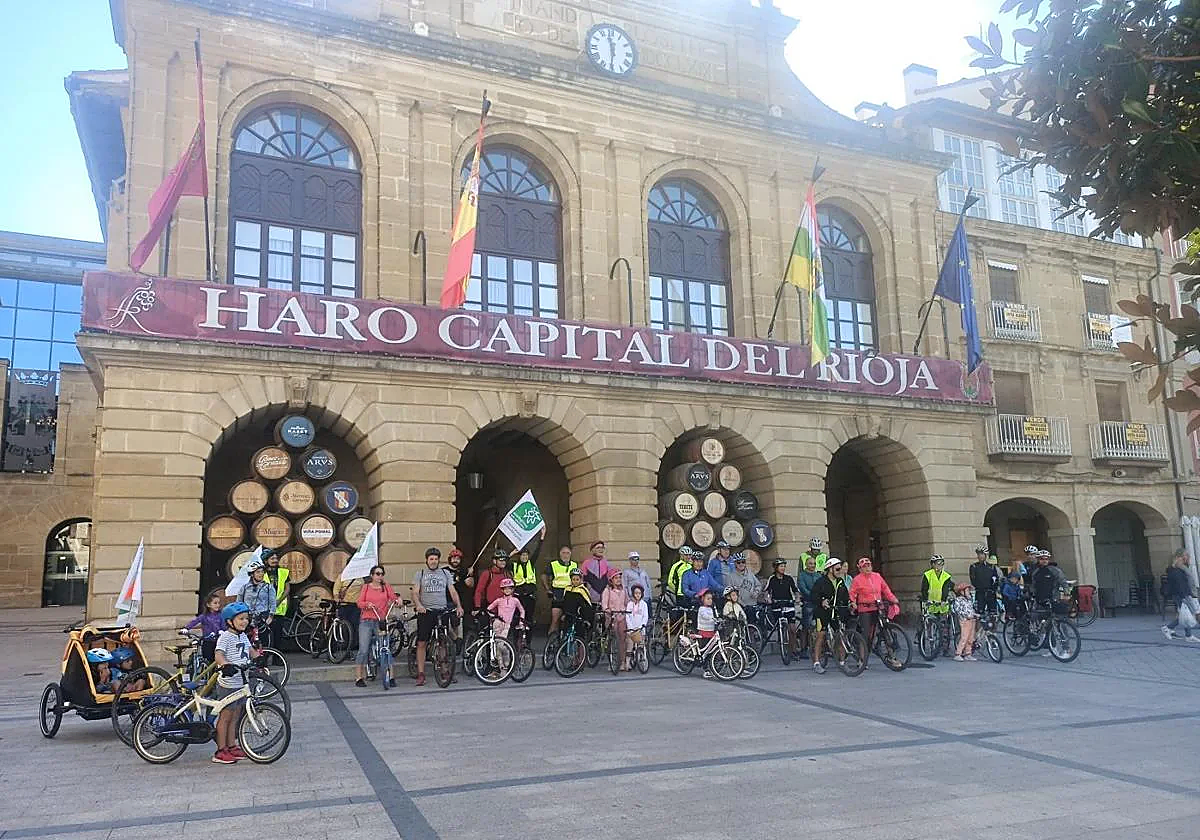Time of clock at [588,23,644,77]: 11:31
